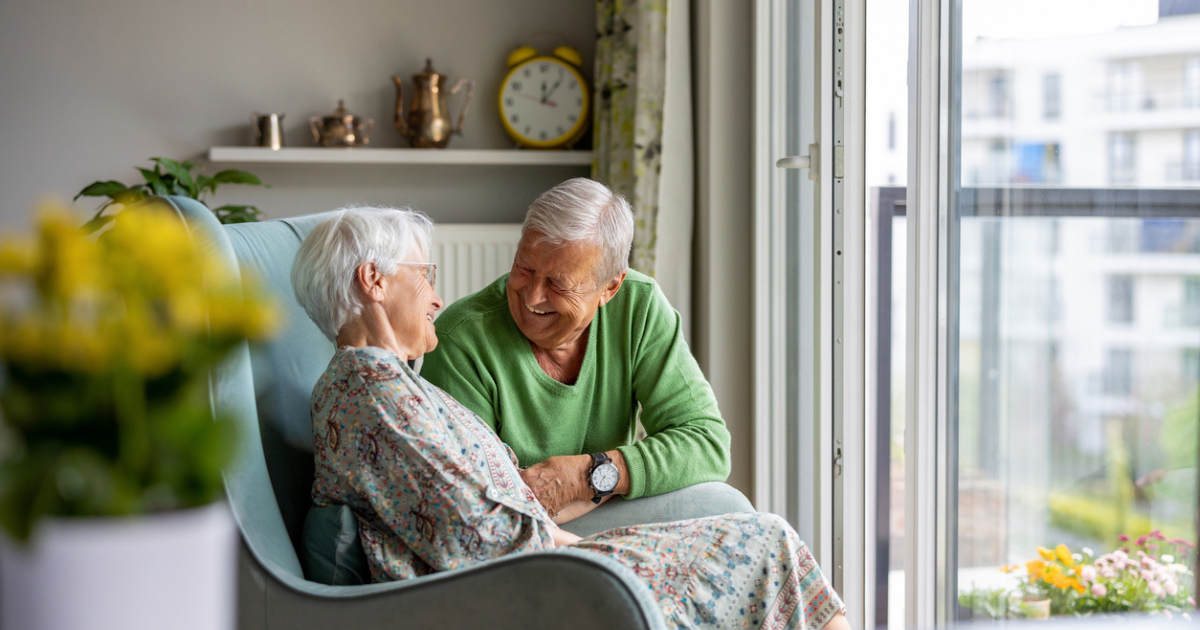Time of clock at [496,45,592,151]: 12:06
